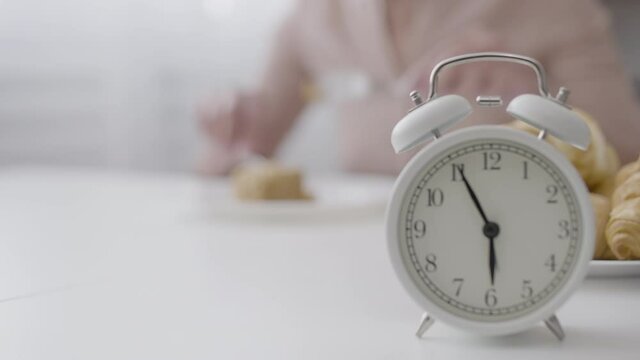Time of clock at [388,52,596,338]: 5:55
